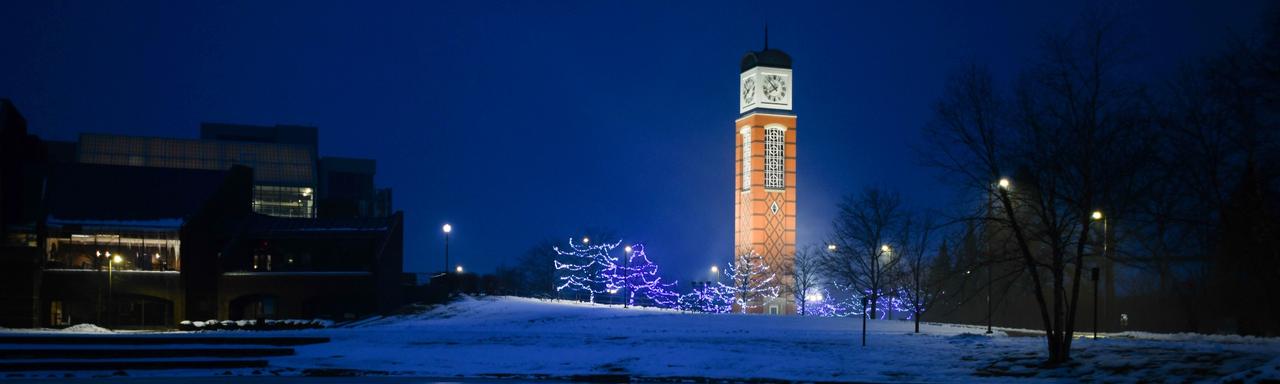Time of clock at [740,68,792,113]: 7:53
